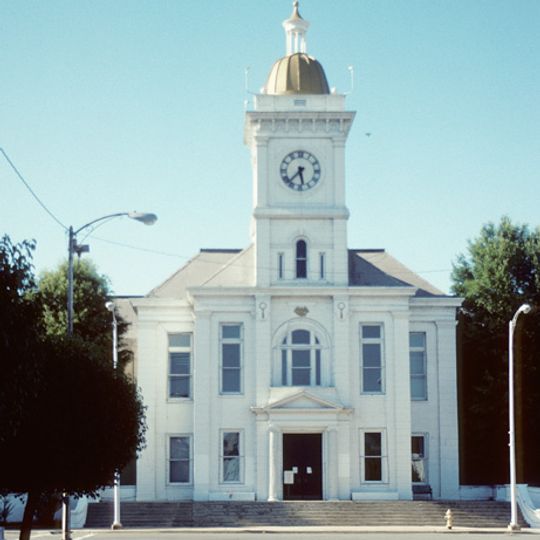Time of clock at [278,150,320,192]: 5:37
